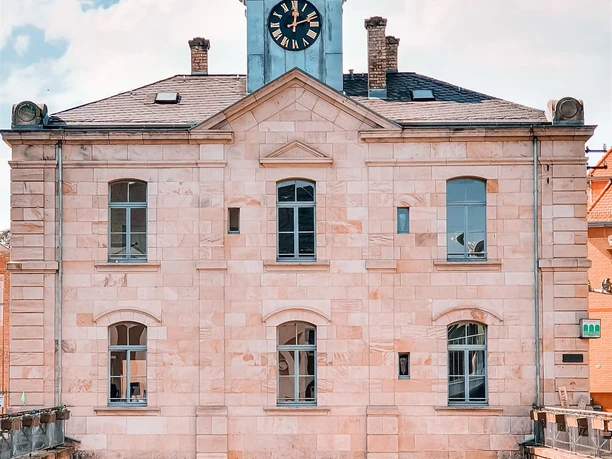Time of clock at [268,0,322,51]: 12:11
